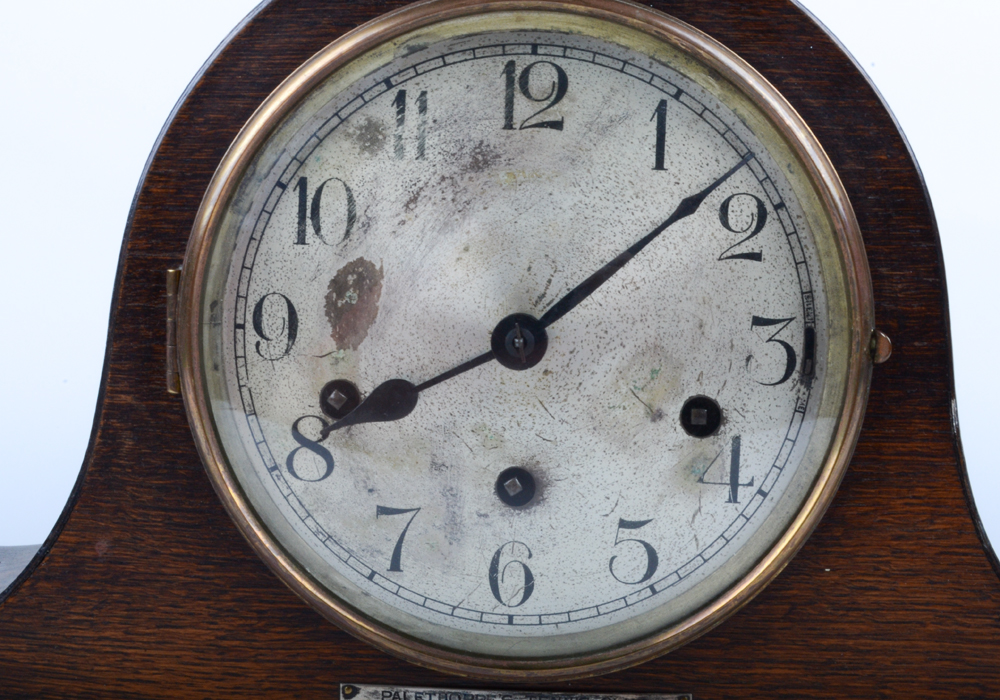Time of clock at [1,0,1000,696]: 8:08
